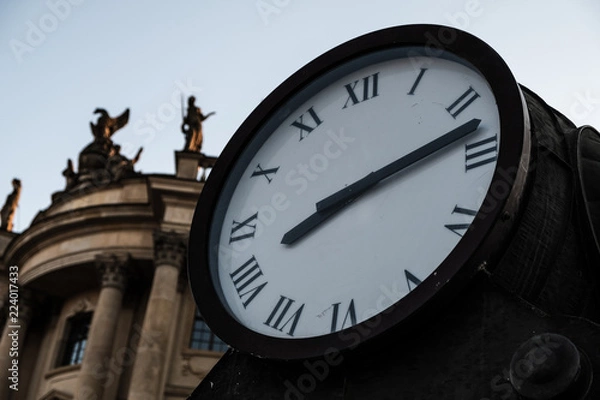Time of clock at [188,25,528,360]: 8:12
